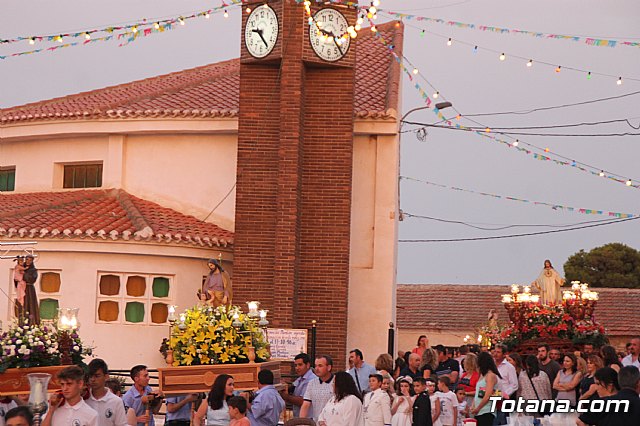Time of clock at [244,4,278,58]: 9:23
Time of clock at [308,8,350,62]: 9:23
